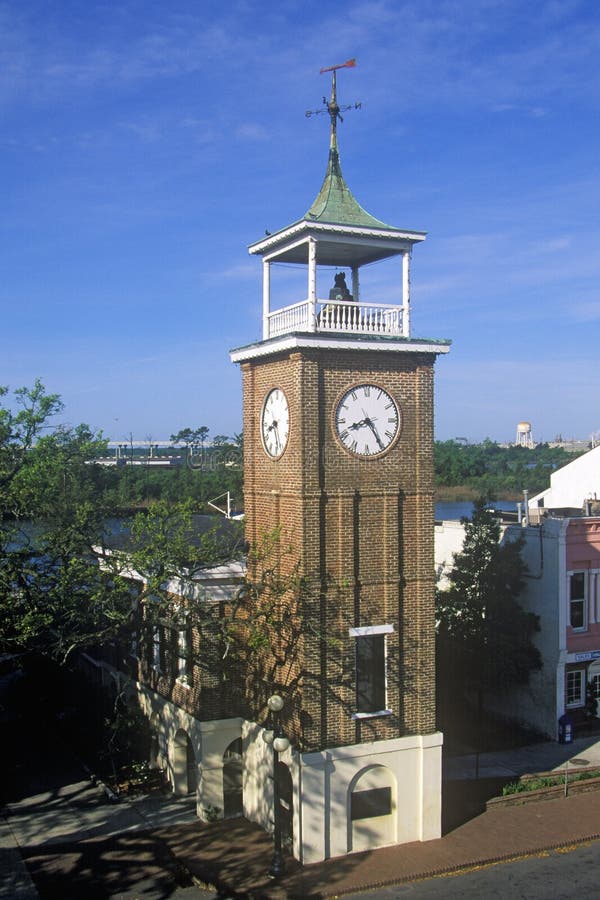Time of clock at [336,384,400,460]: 8:24
